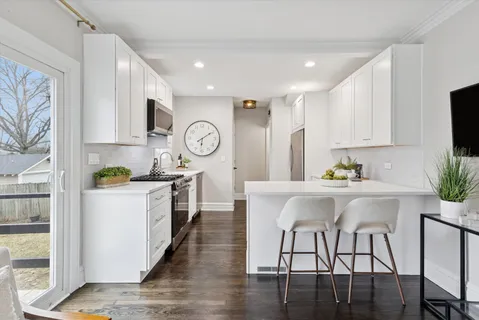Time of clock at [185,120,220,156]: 6:09
